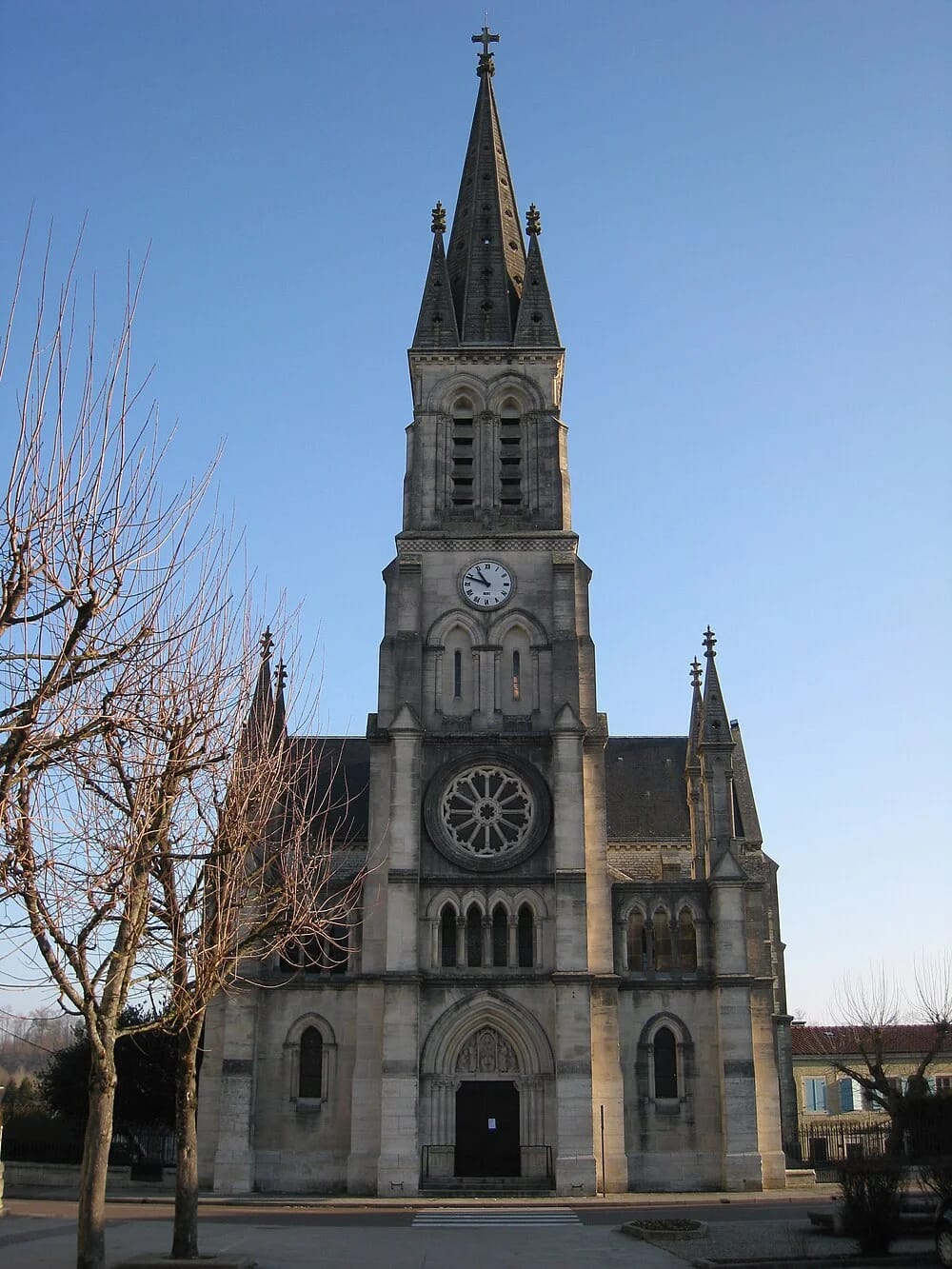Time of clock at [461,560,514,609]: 10:48
